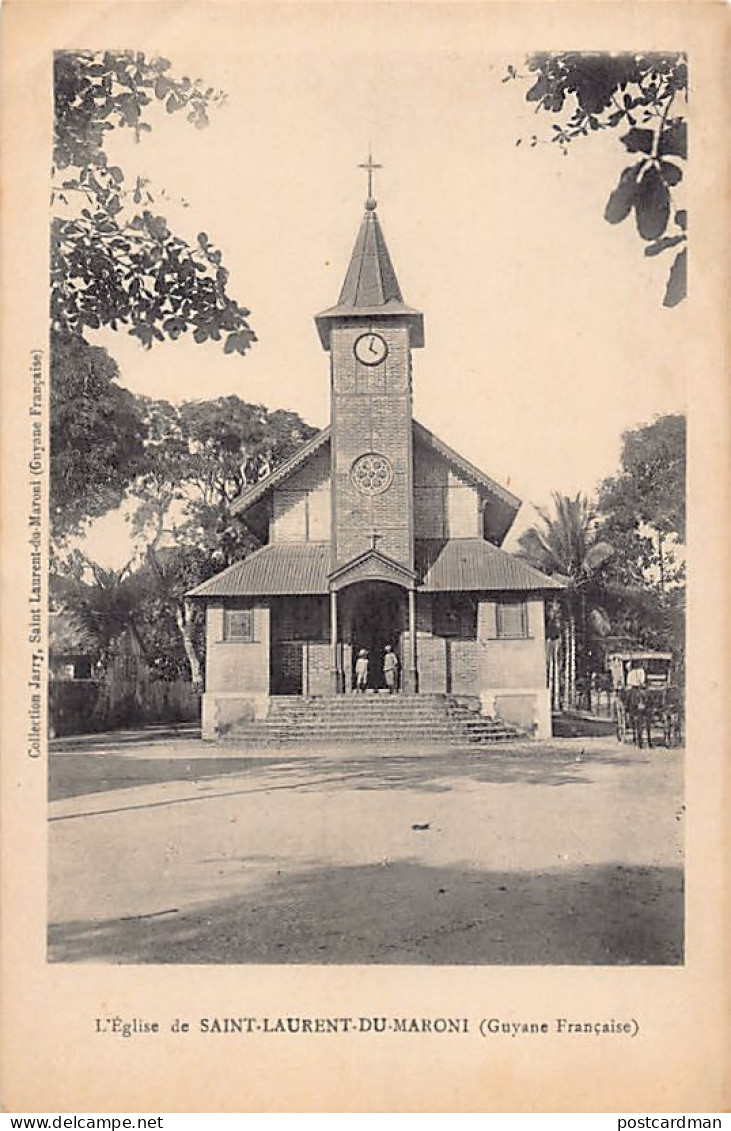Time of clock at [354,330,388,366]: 4:02
